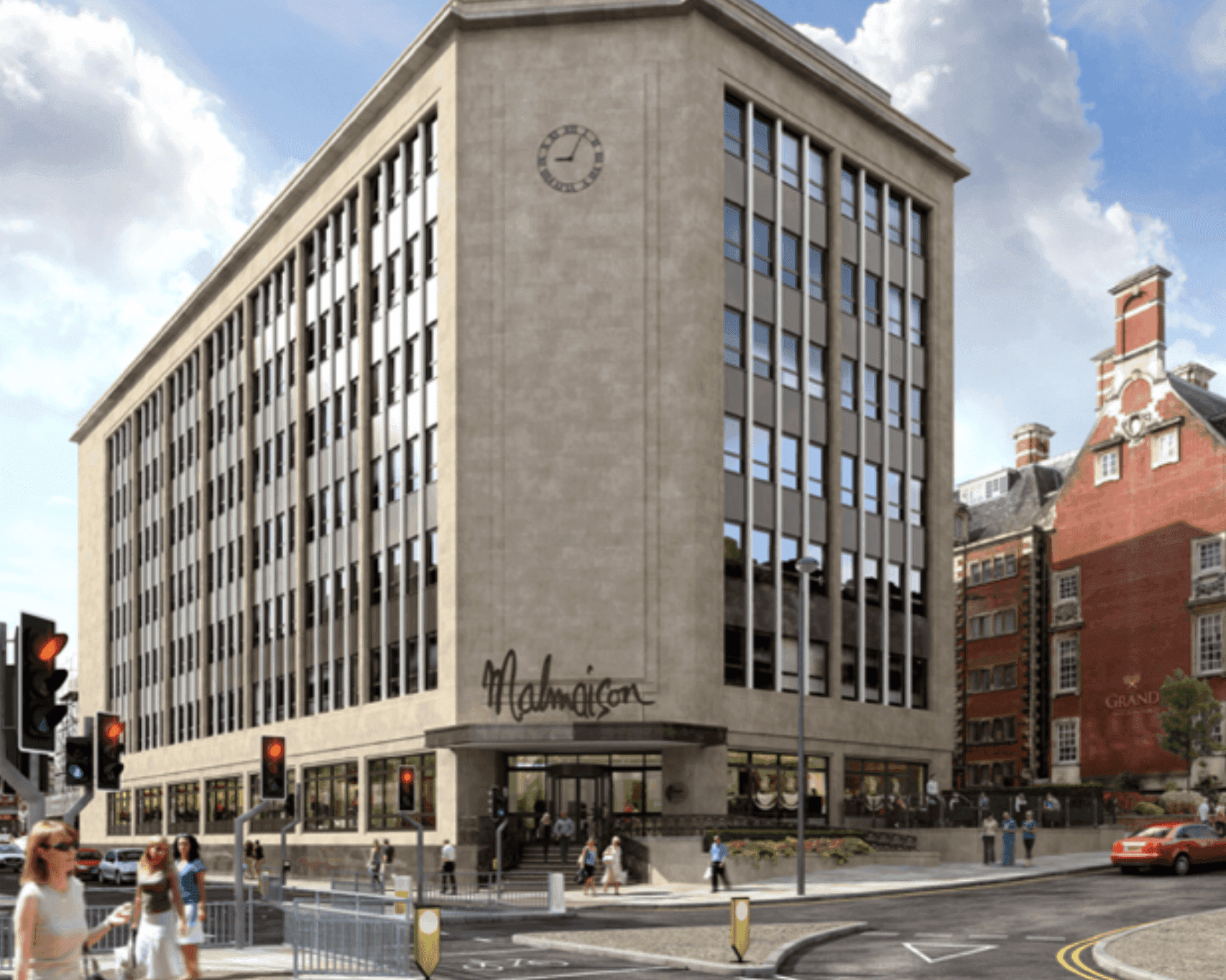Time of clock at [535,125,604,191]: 9:04
